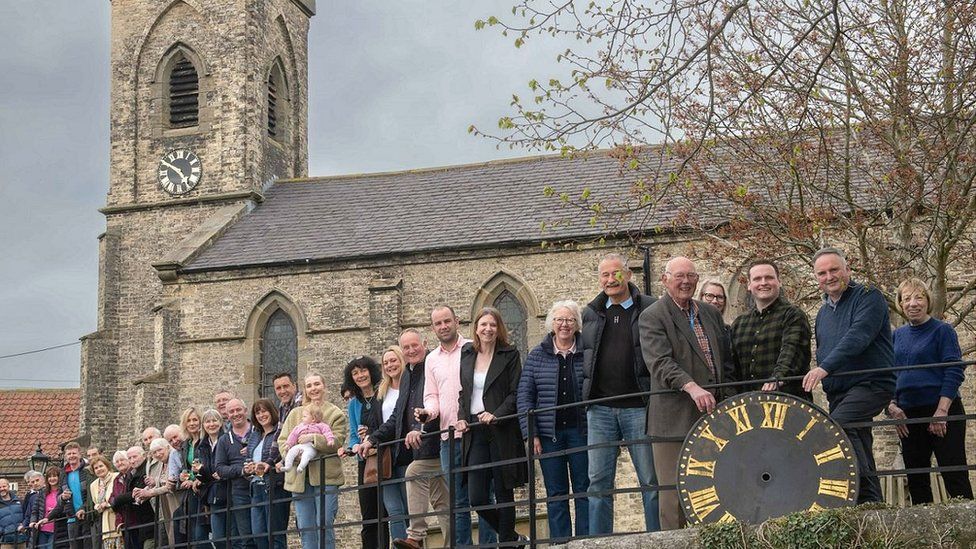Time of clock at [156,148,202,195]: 4:49
